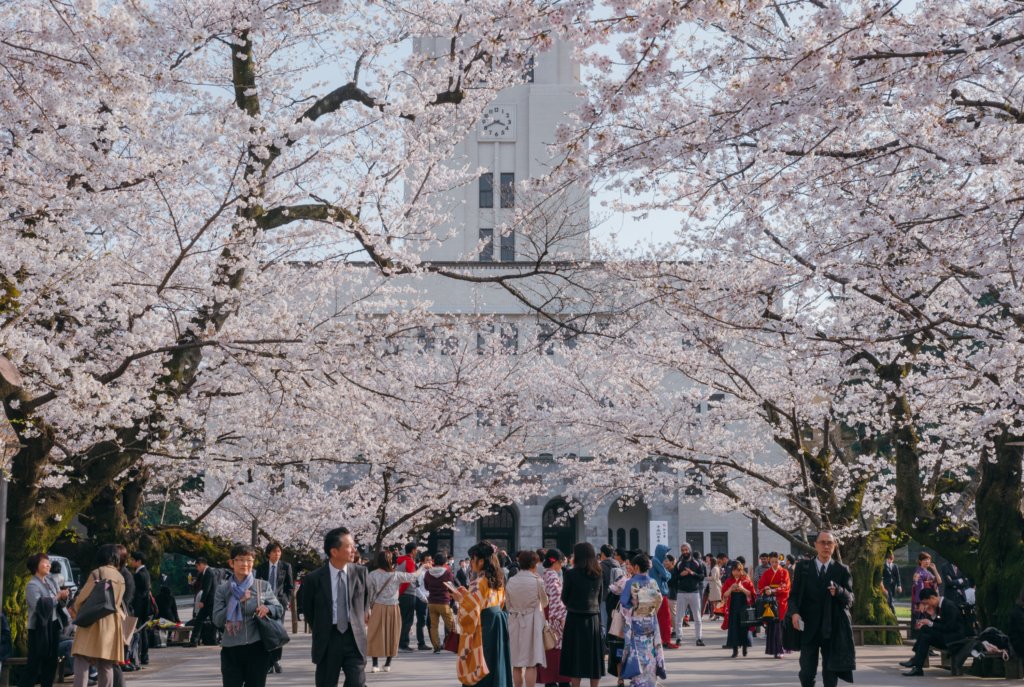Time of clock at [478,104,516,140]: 3:40
